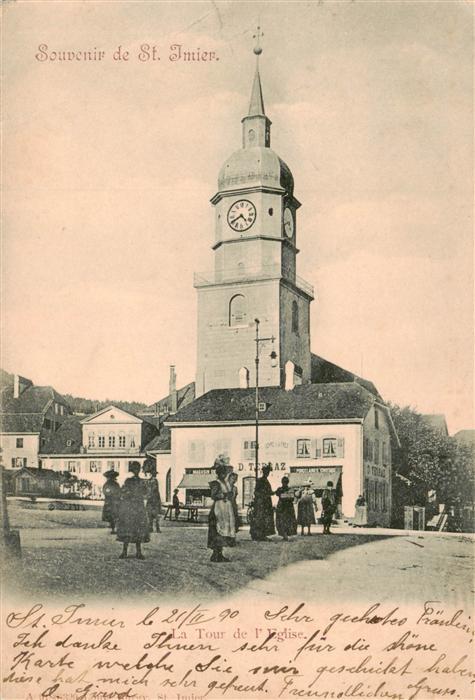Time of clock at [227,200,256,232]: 4:40
